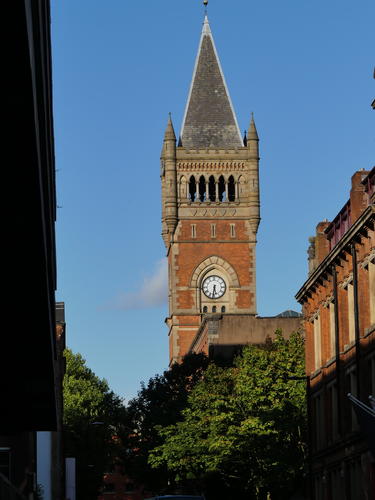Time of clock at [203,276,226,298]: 5:31
